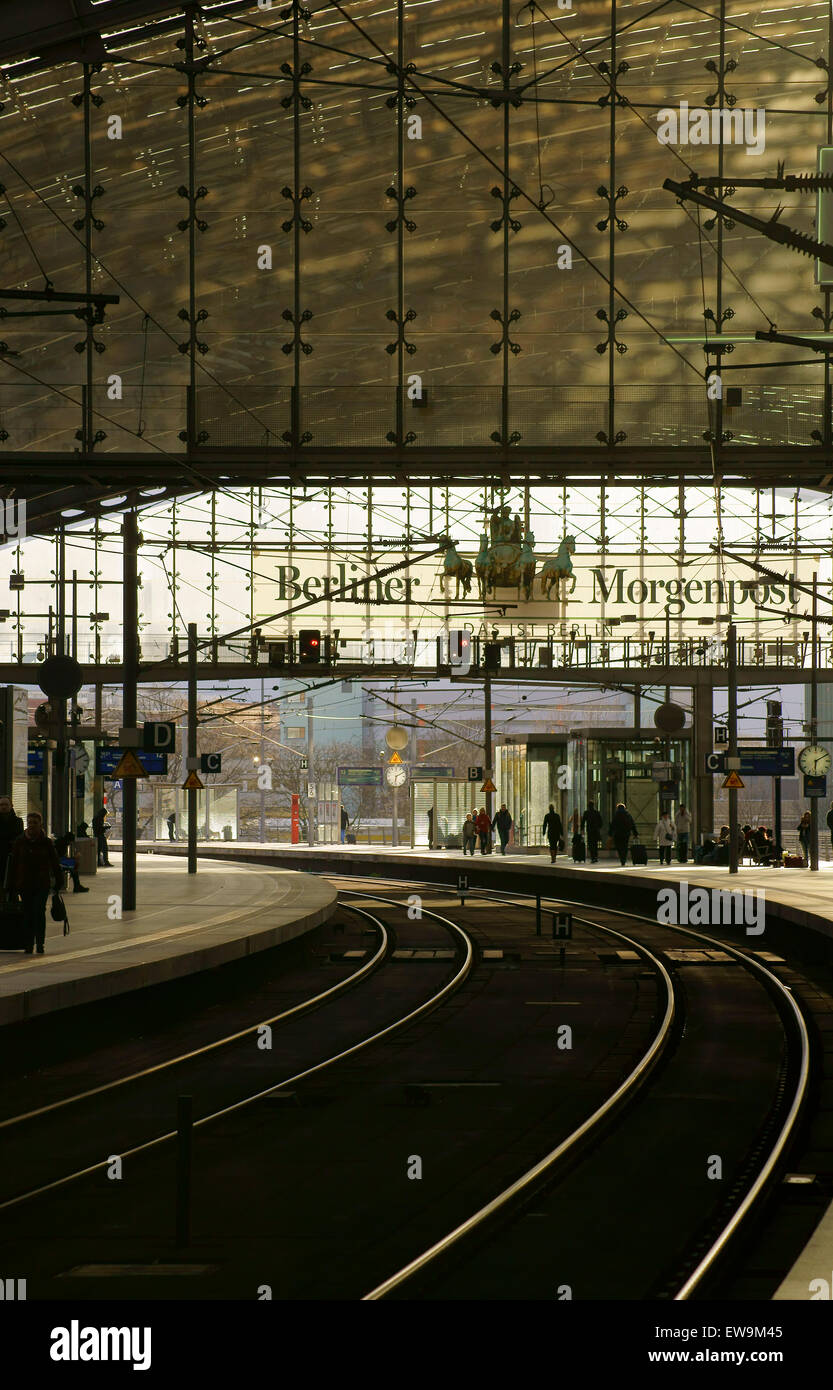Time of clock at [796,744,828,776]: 6:10
